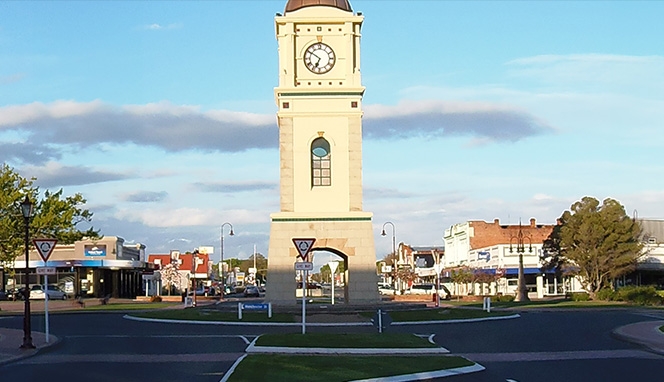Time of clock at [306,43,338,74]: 6:50
